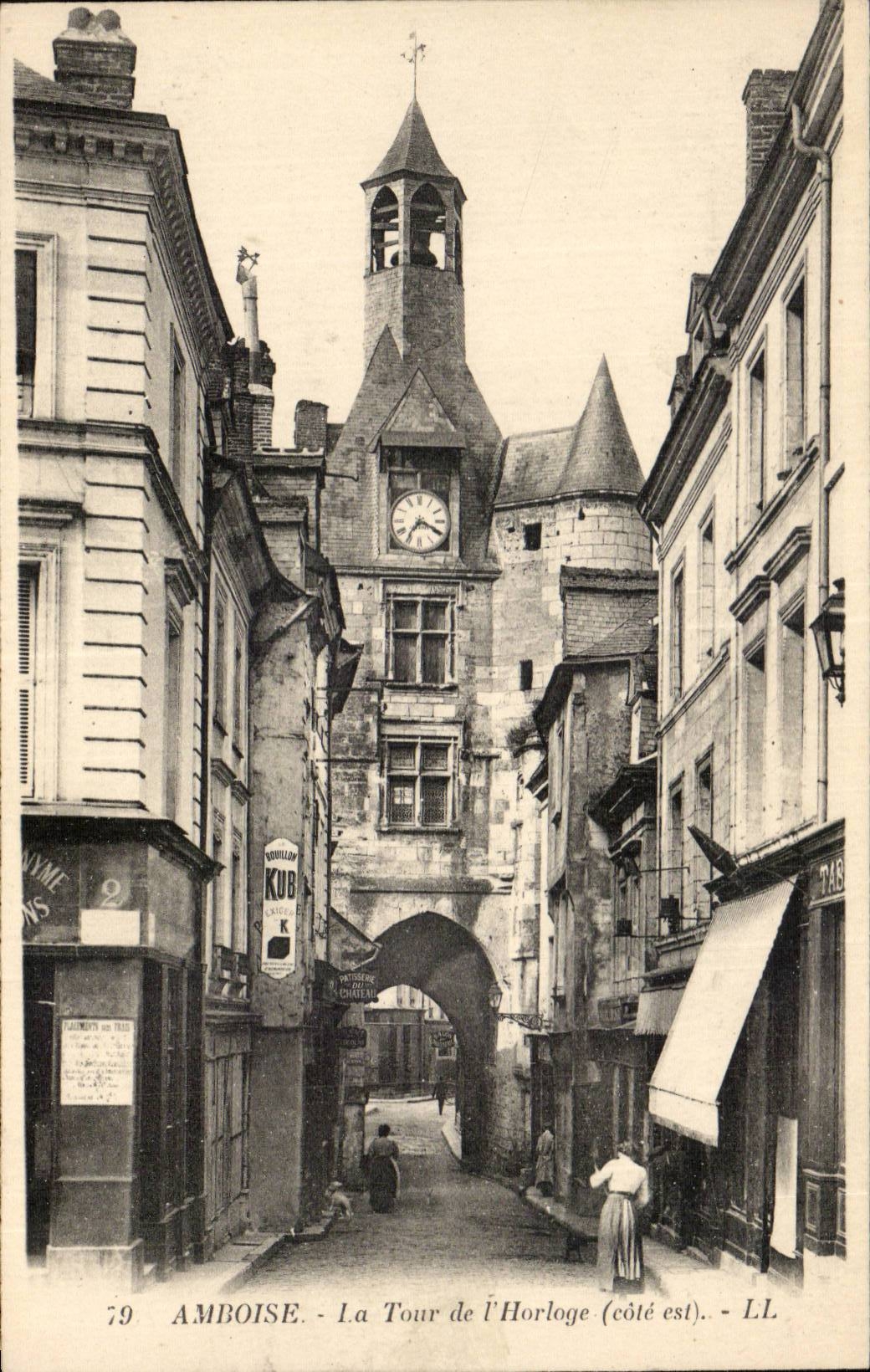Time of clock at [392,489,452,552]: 7:19
